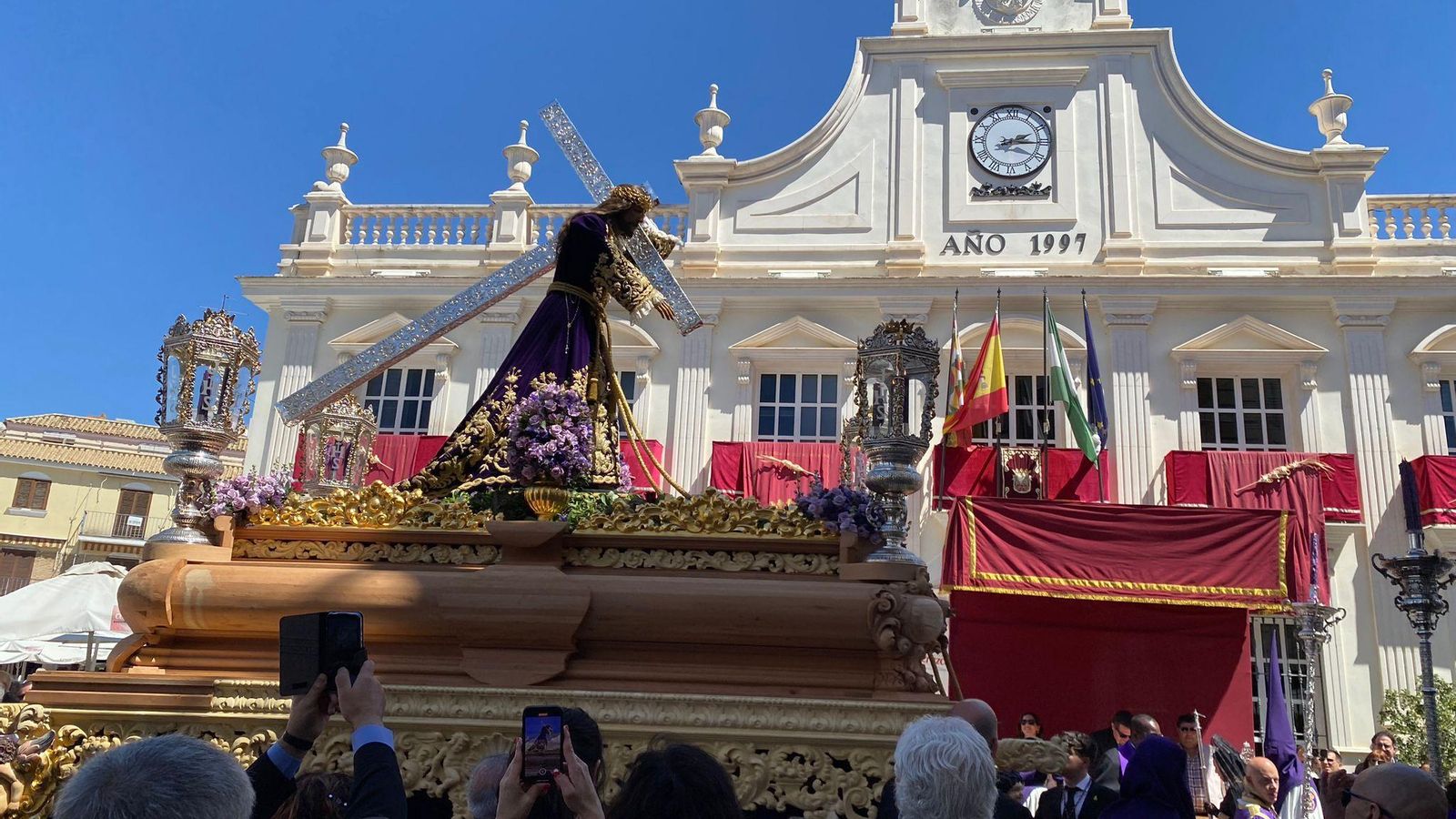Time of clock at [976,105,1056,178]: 2:15
